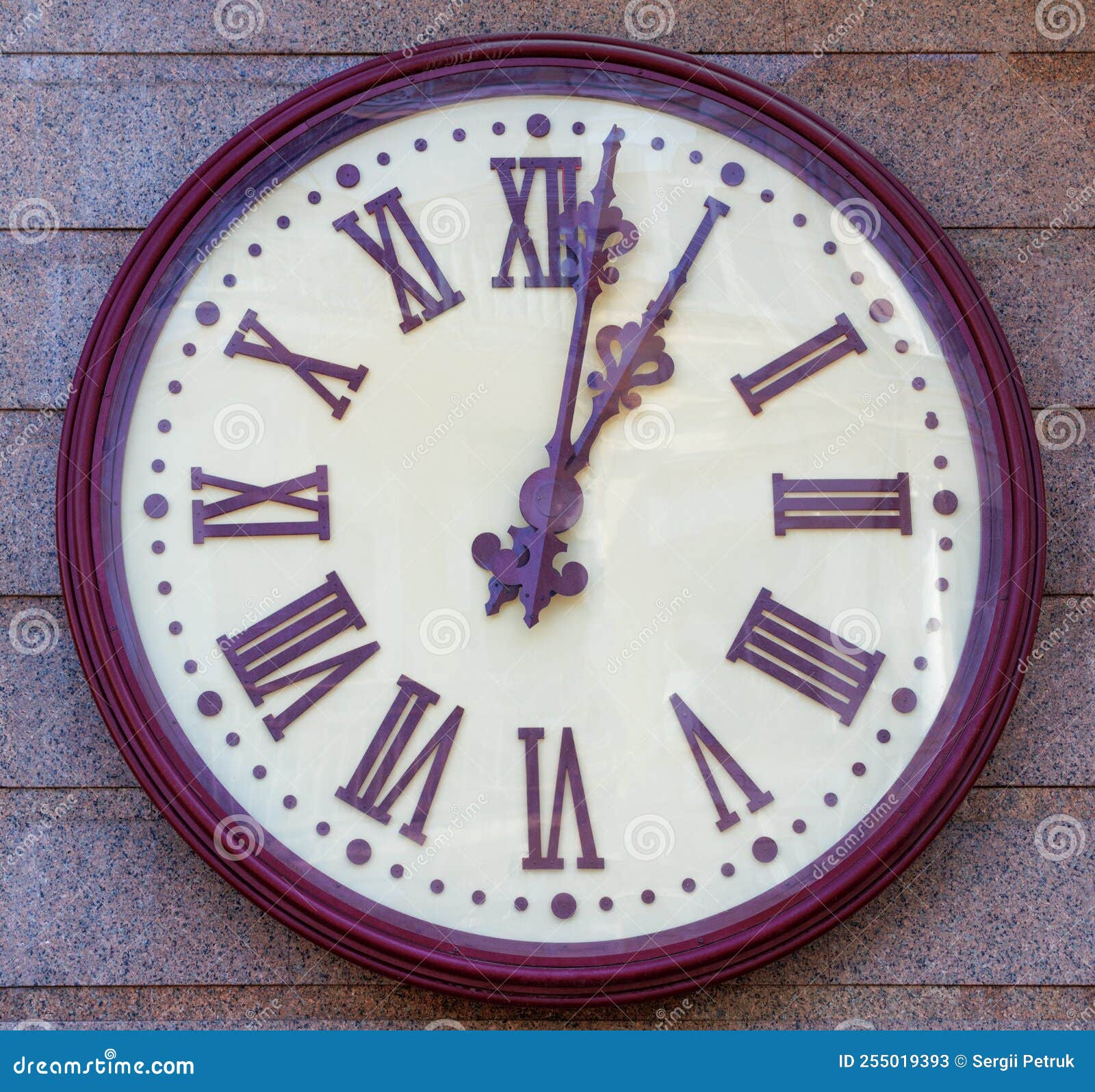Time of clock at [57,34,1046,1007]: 1:02
